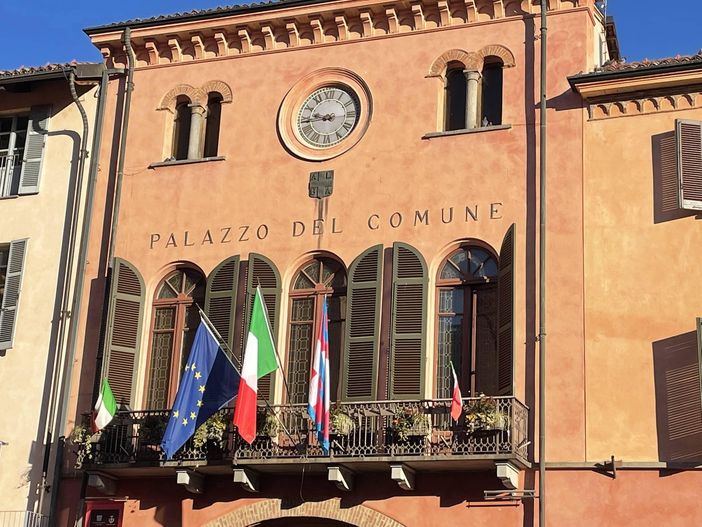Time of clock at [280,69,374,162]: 9:44
